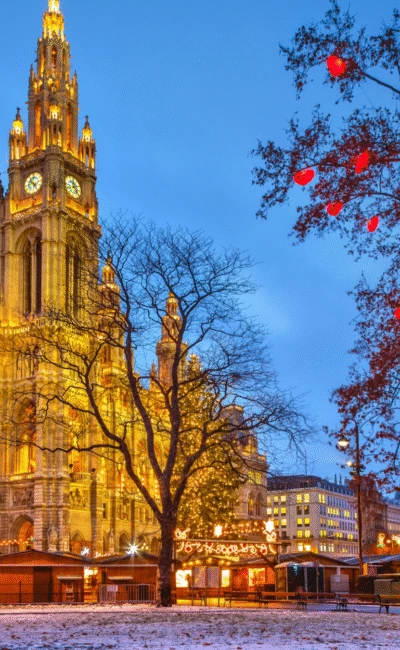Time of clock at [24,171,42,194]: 4:52
